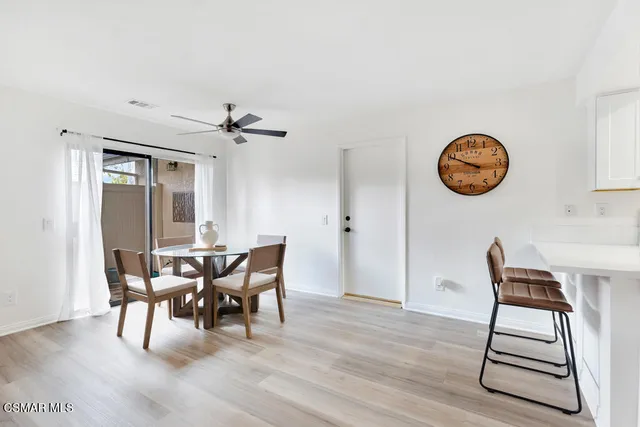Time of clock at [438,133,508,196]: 9:49
